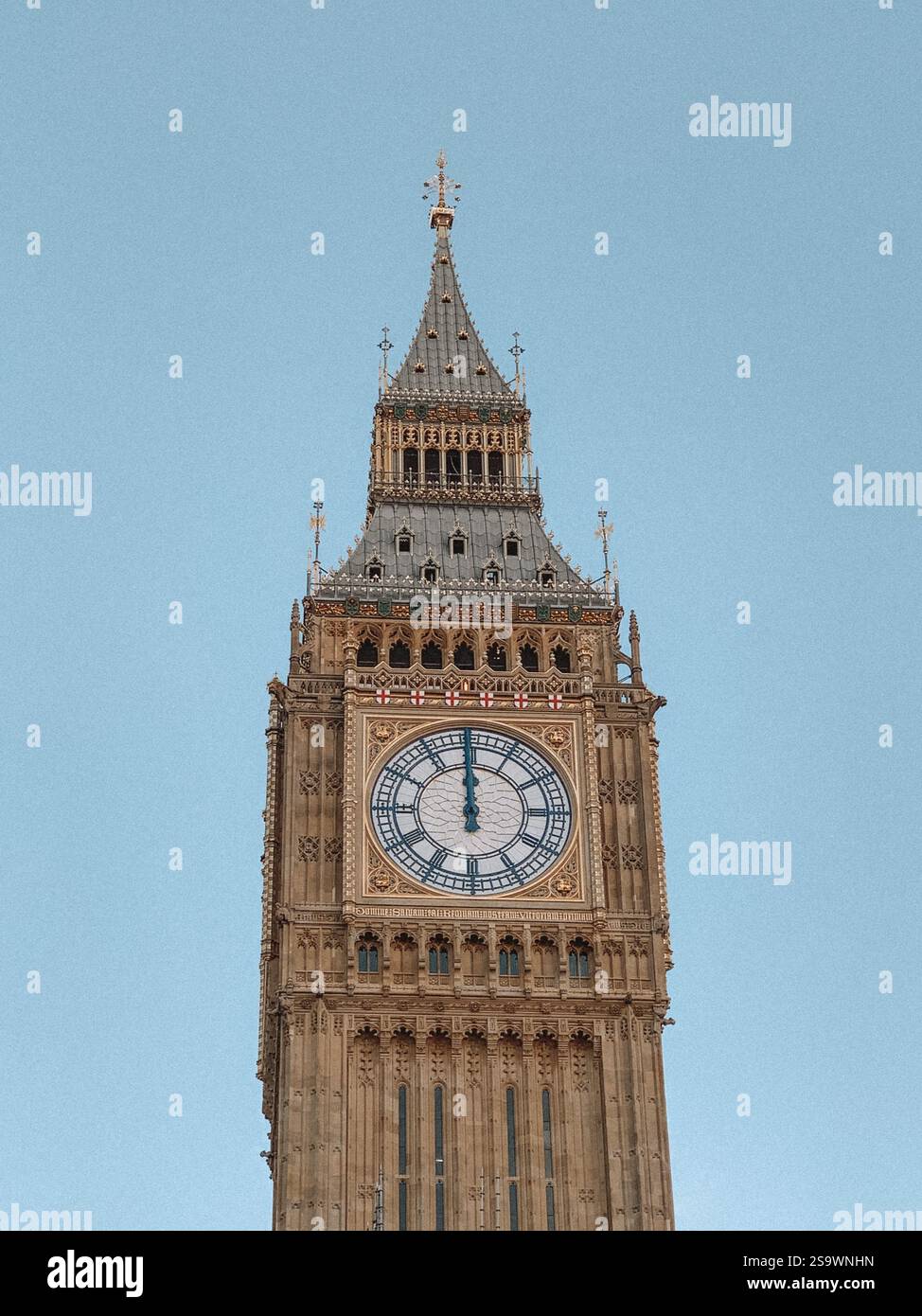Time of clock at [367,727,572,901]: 11:59
